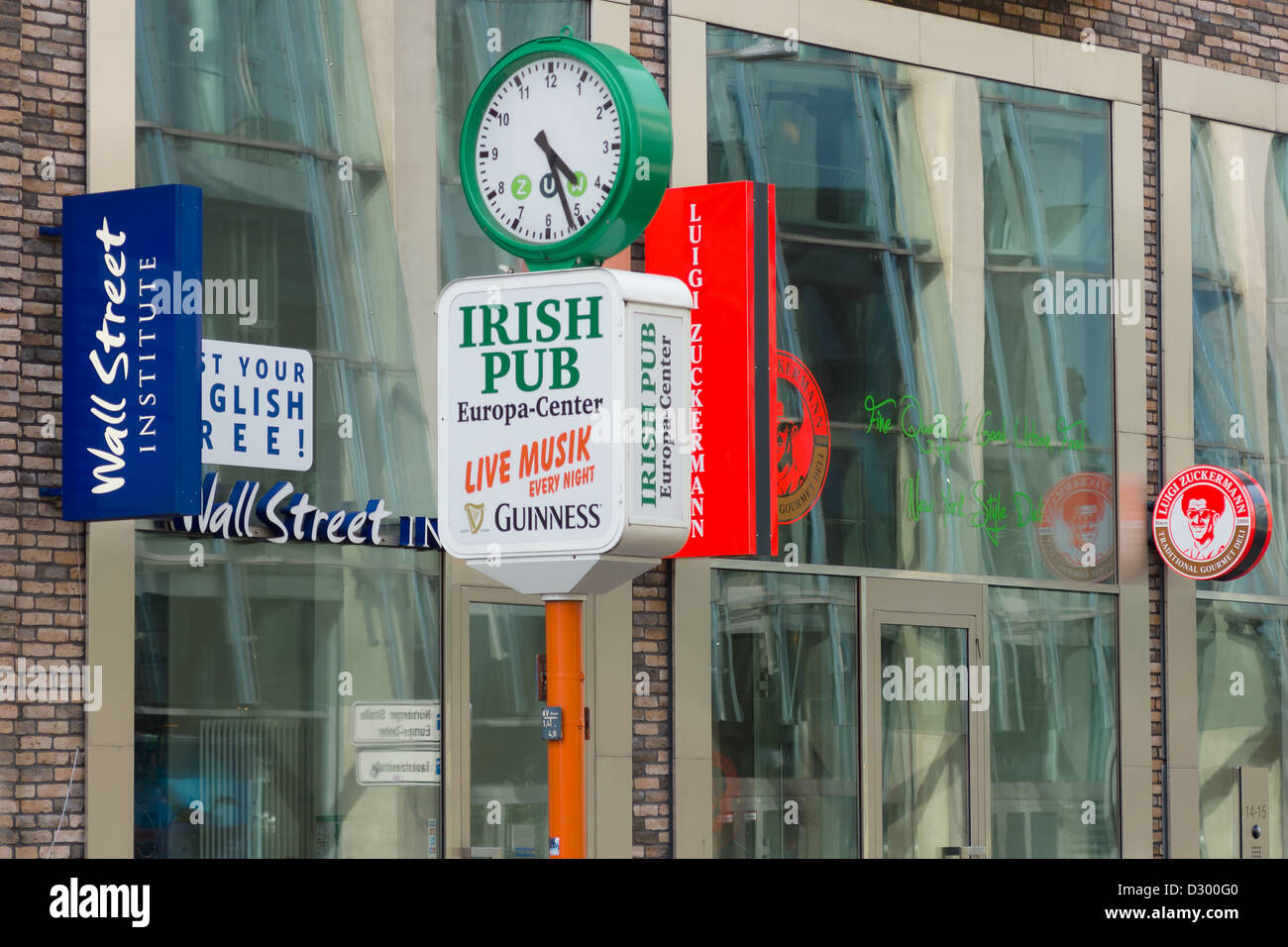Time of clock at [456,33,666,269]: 4:26
